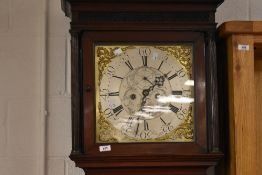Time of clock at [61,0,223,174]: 1:33
